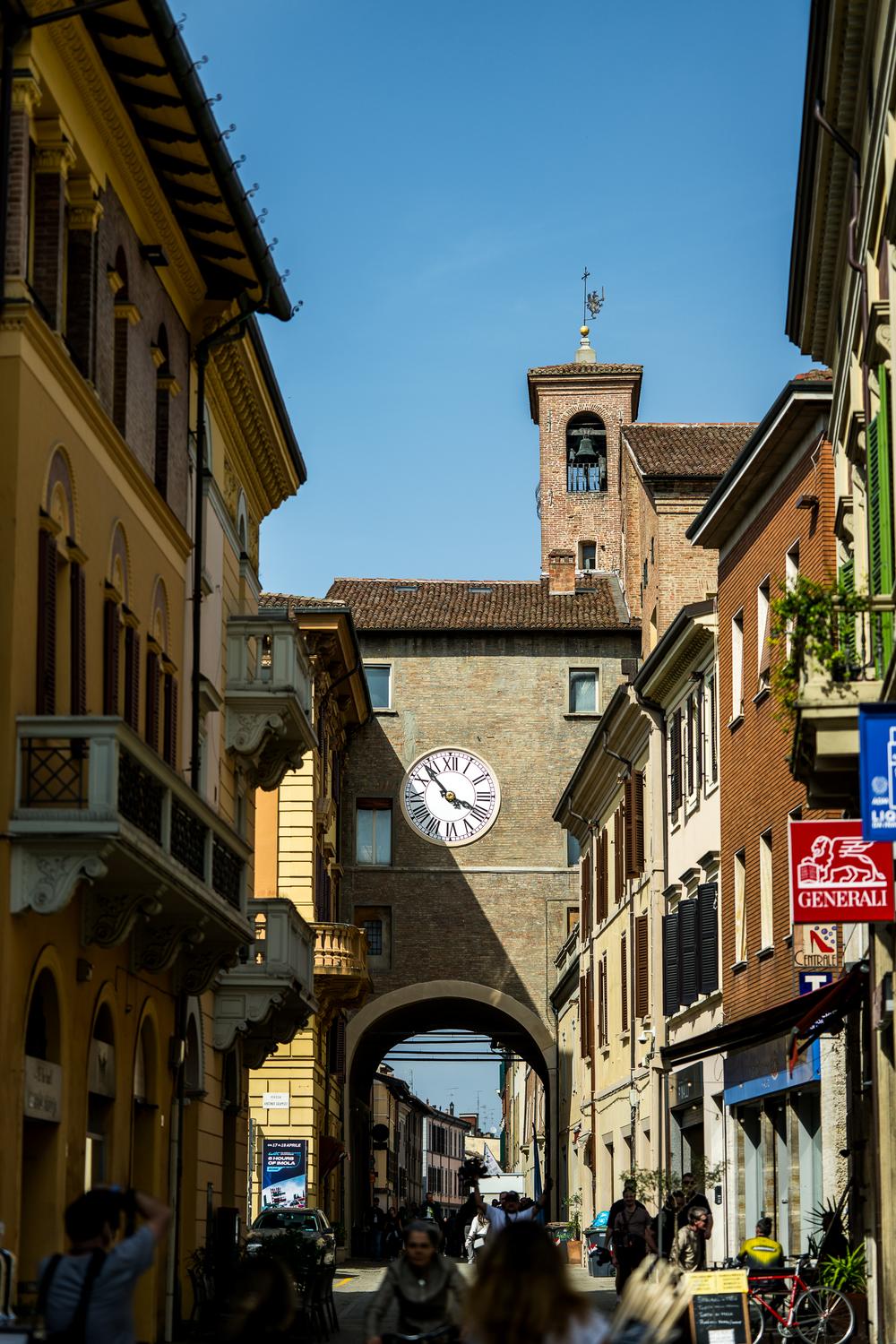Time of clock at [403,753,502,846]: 3:53
